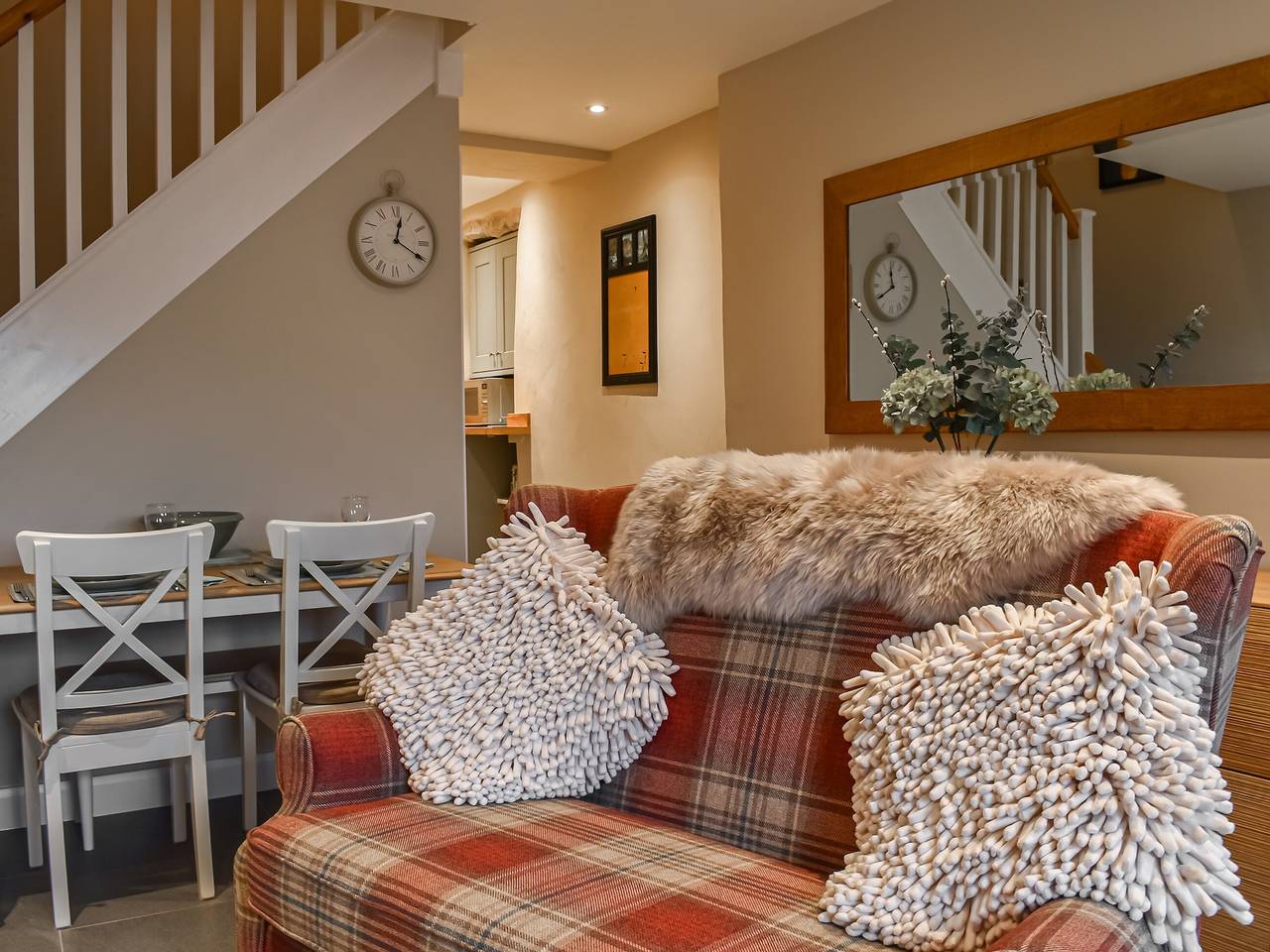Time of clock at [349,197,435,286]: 12:20
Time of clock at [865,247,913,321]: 11:39
